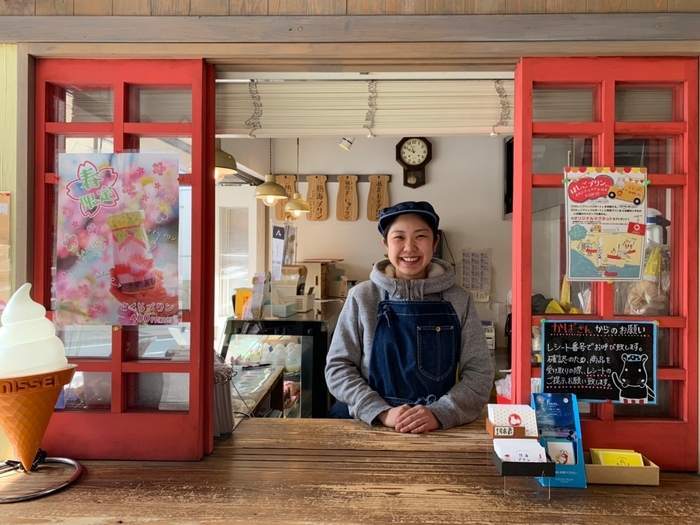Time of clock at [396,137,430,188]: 9:57
